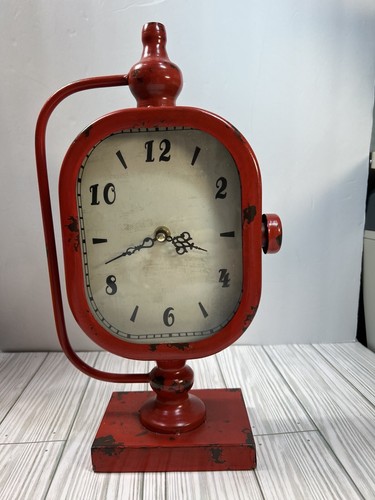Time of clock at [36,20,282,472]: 3:42
